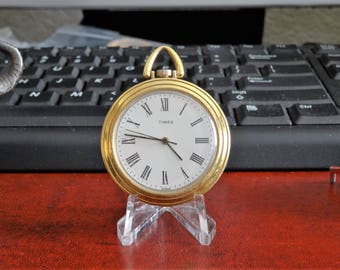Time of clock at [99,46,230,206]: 4:46
